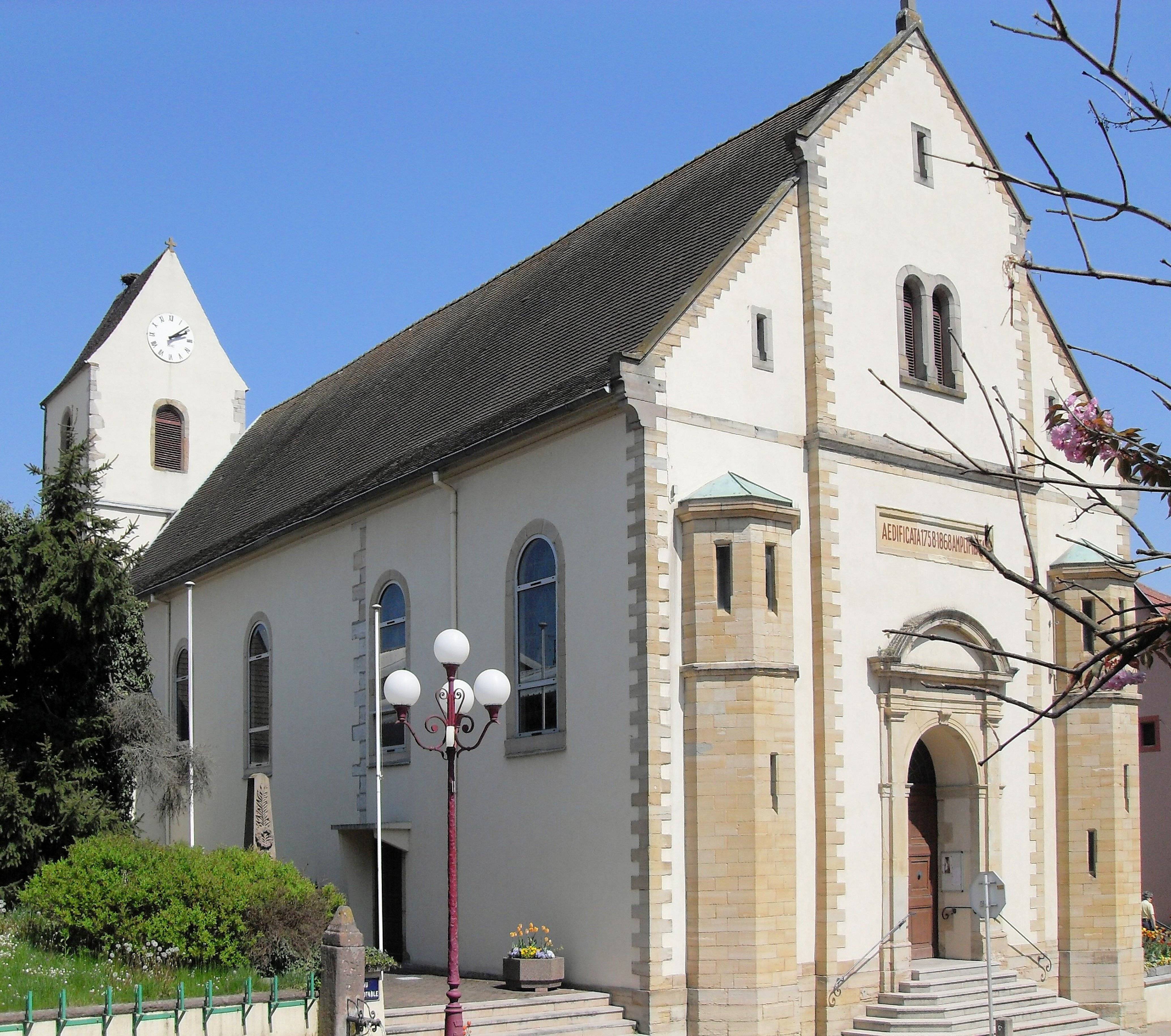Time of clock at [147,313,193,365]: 2:08
